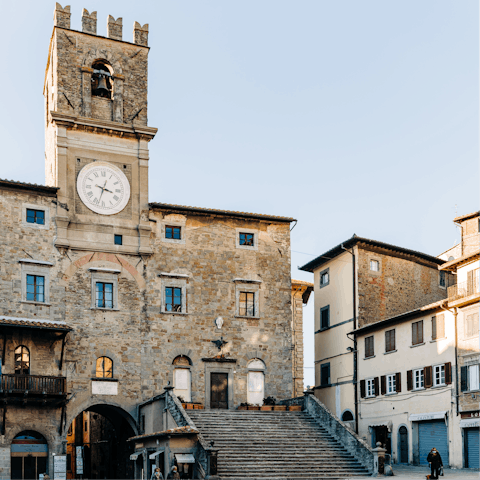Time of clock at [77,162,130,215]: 3:32
